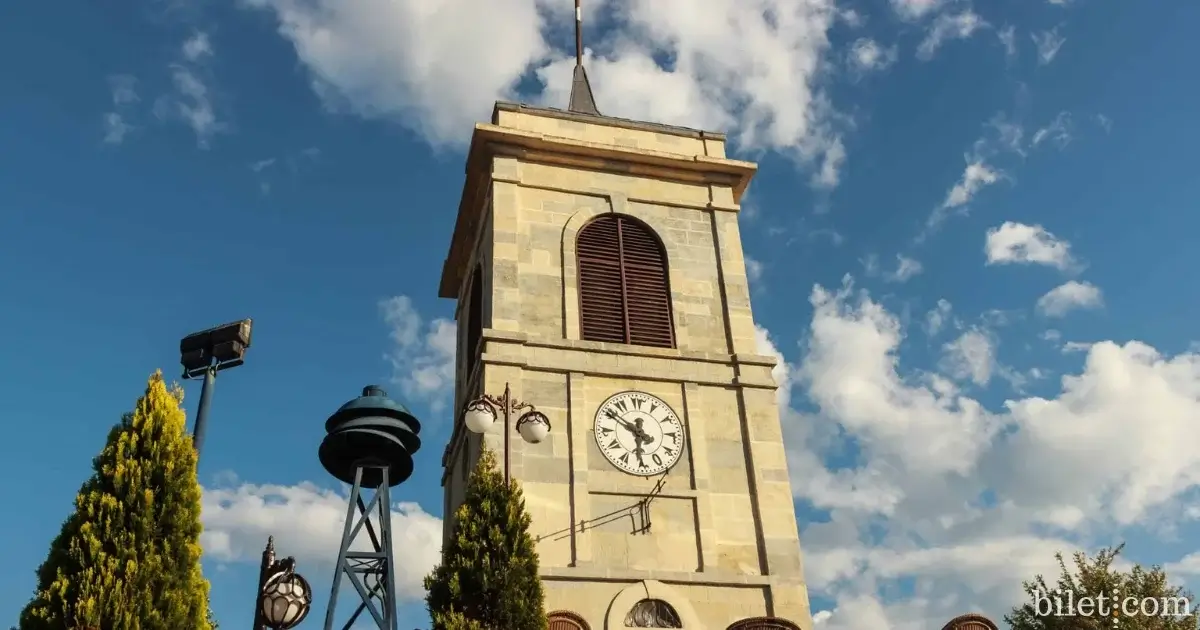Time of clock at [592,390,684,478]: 5:50
